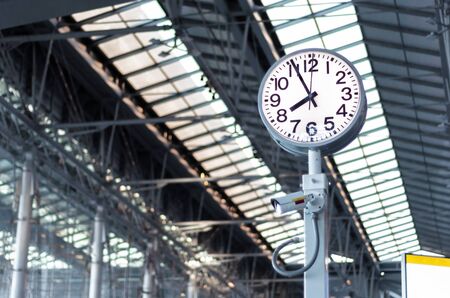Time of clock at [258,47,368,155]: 7:55
